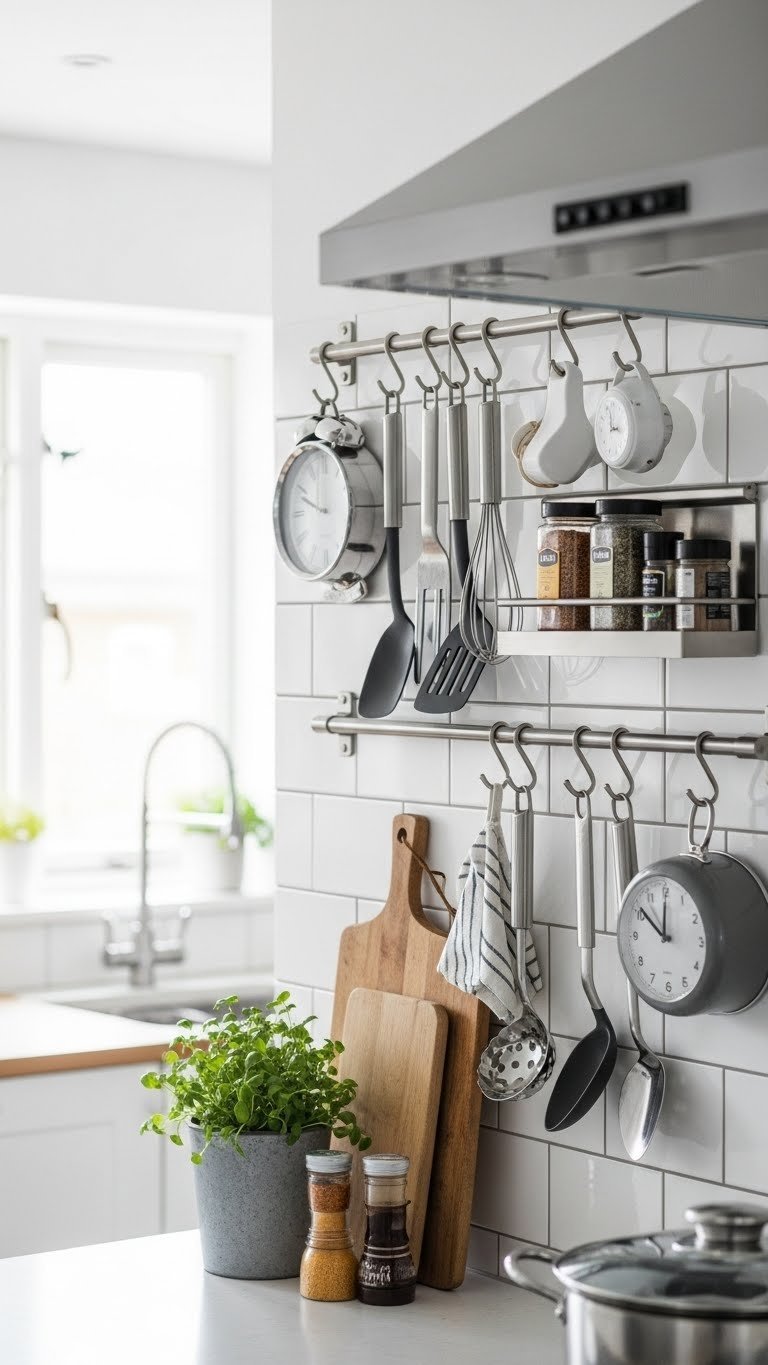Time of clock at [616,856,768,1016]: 11:51
